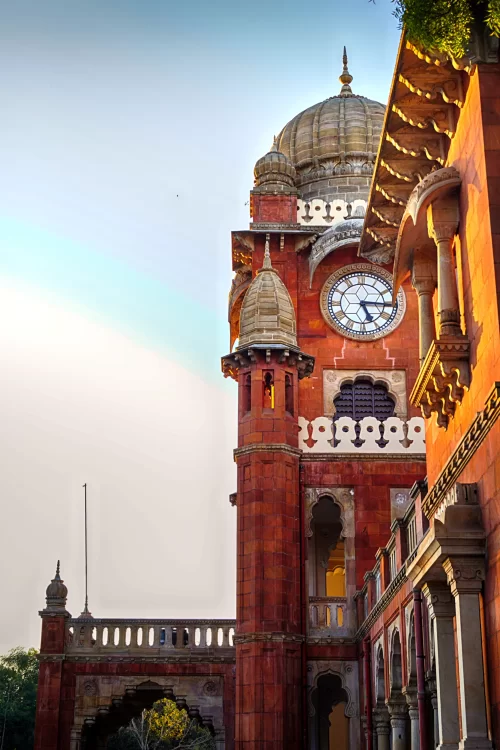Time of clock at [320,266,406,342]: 5:15
